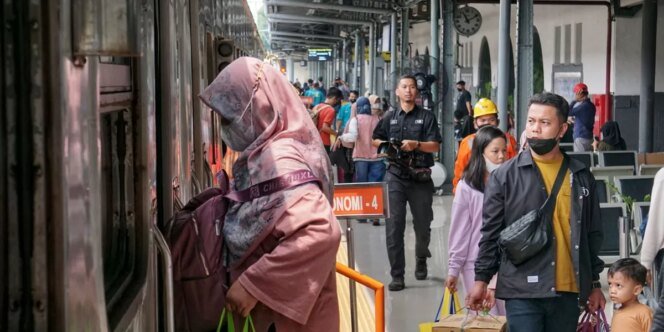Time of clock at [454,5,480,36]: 11:10
